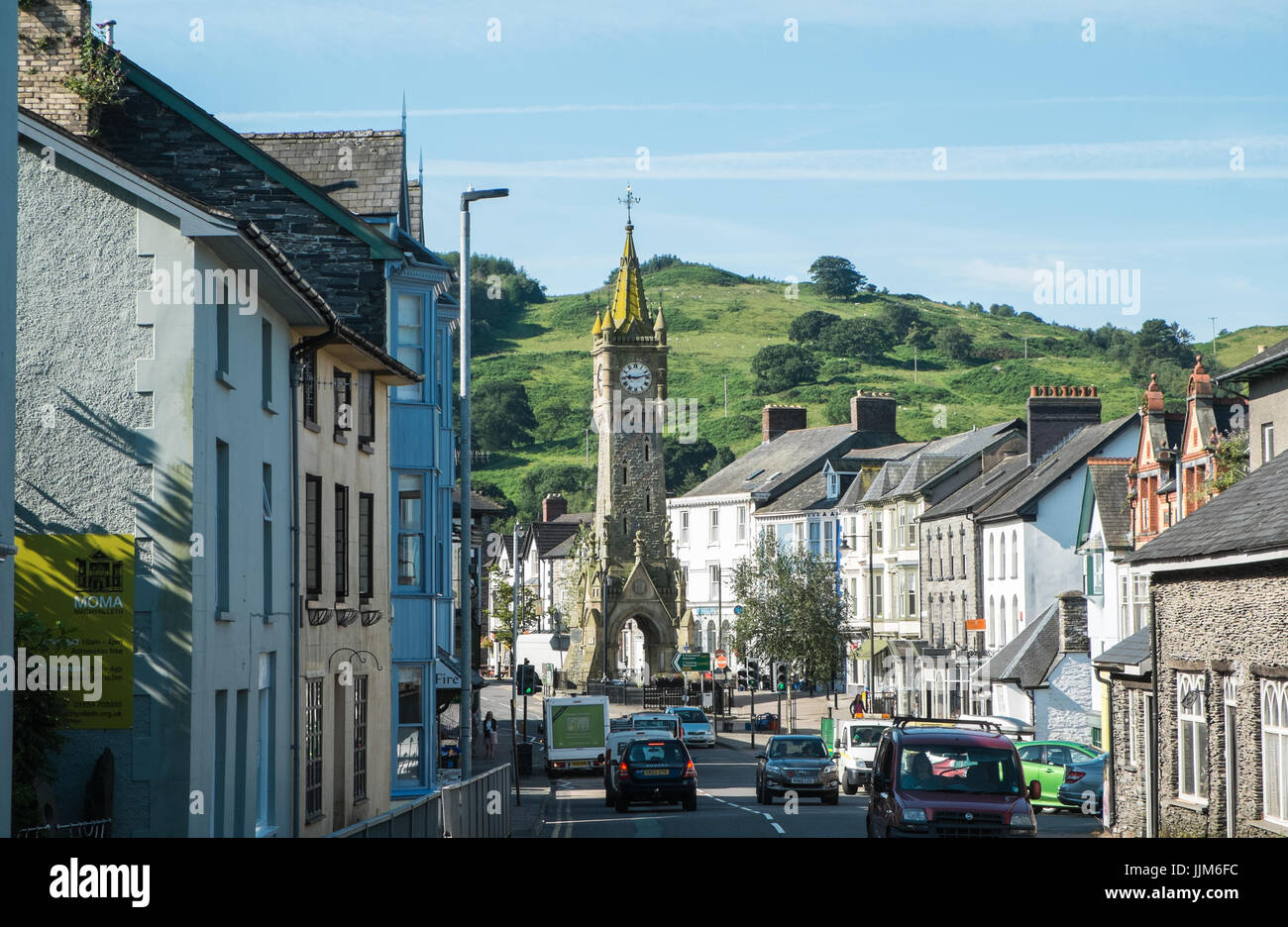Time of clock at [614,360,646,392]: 9:13
